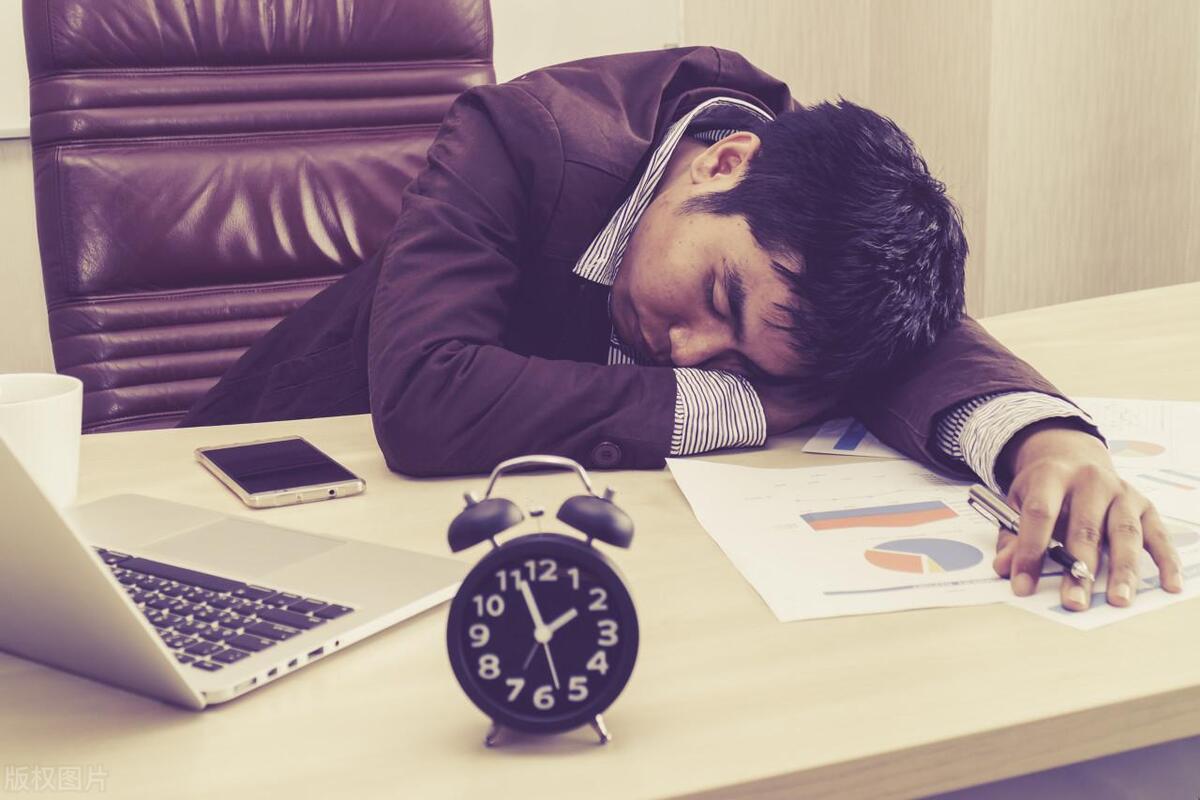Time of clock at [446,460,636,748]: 1:56
